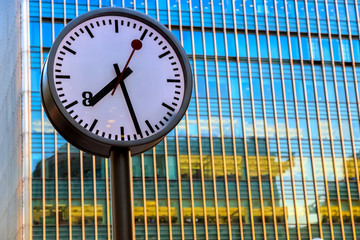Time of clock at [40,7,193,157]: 7:27
